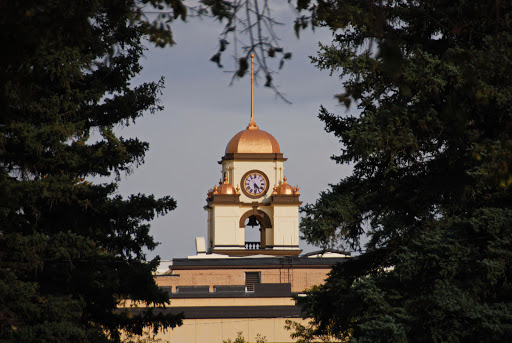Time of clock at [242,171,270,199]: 4:29
